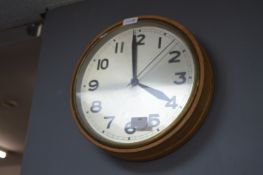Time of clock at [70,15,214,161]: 3:58
